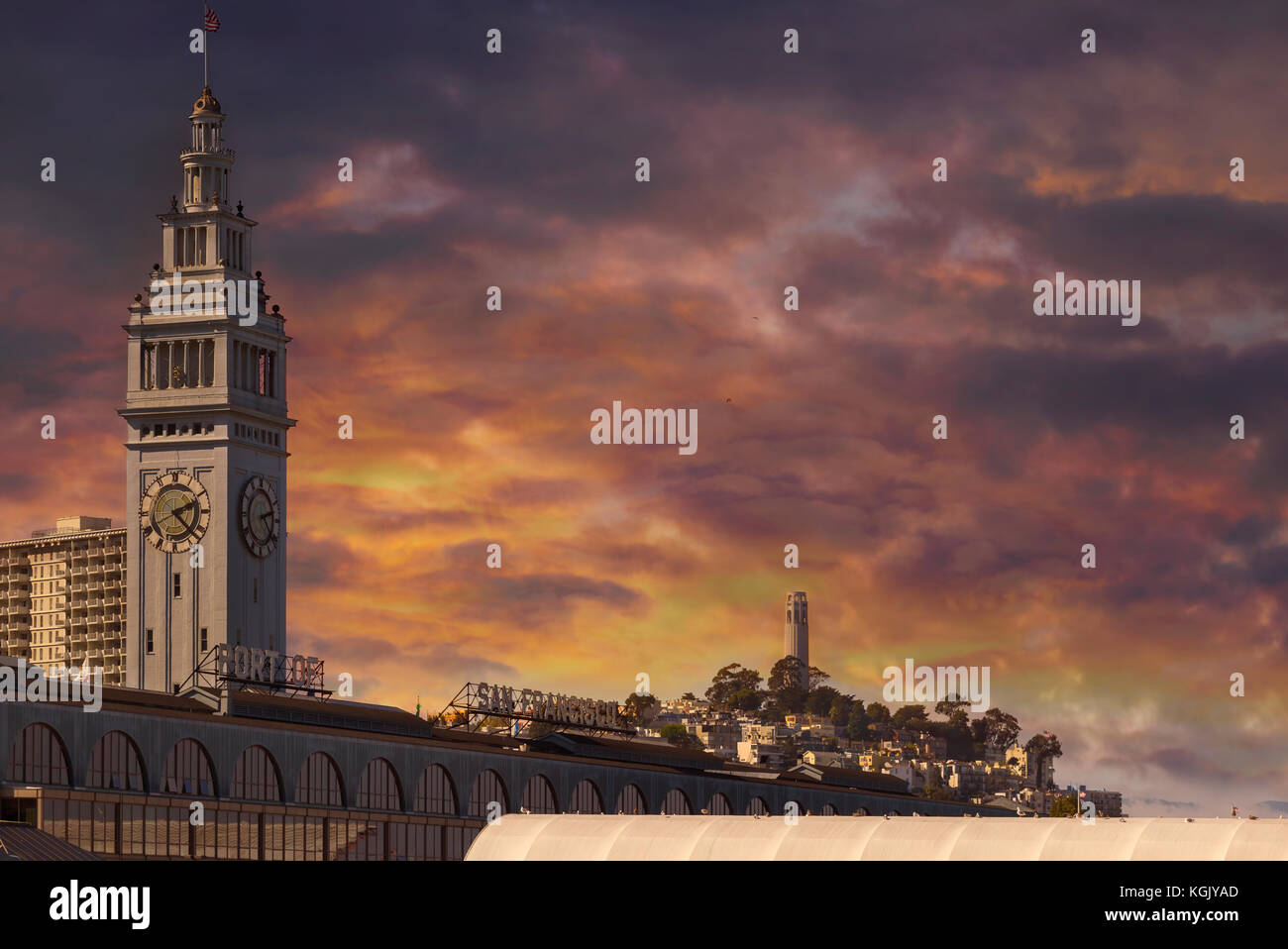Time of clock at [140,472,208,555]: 2:22
